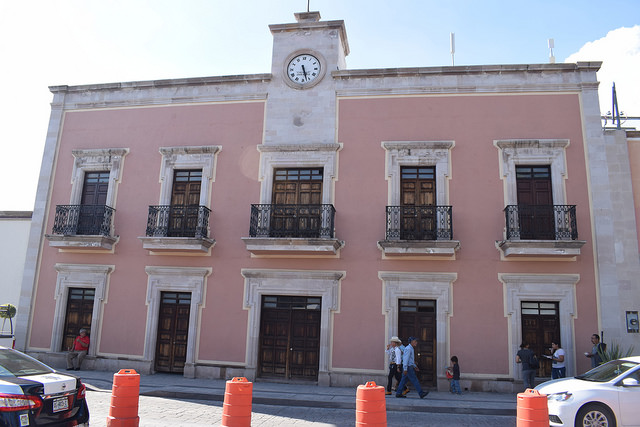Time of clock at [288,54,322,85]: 5:27
